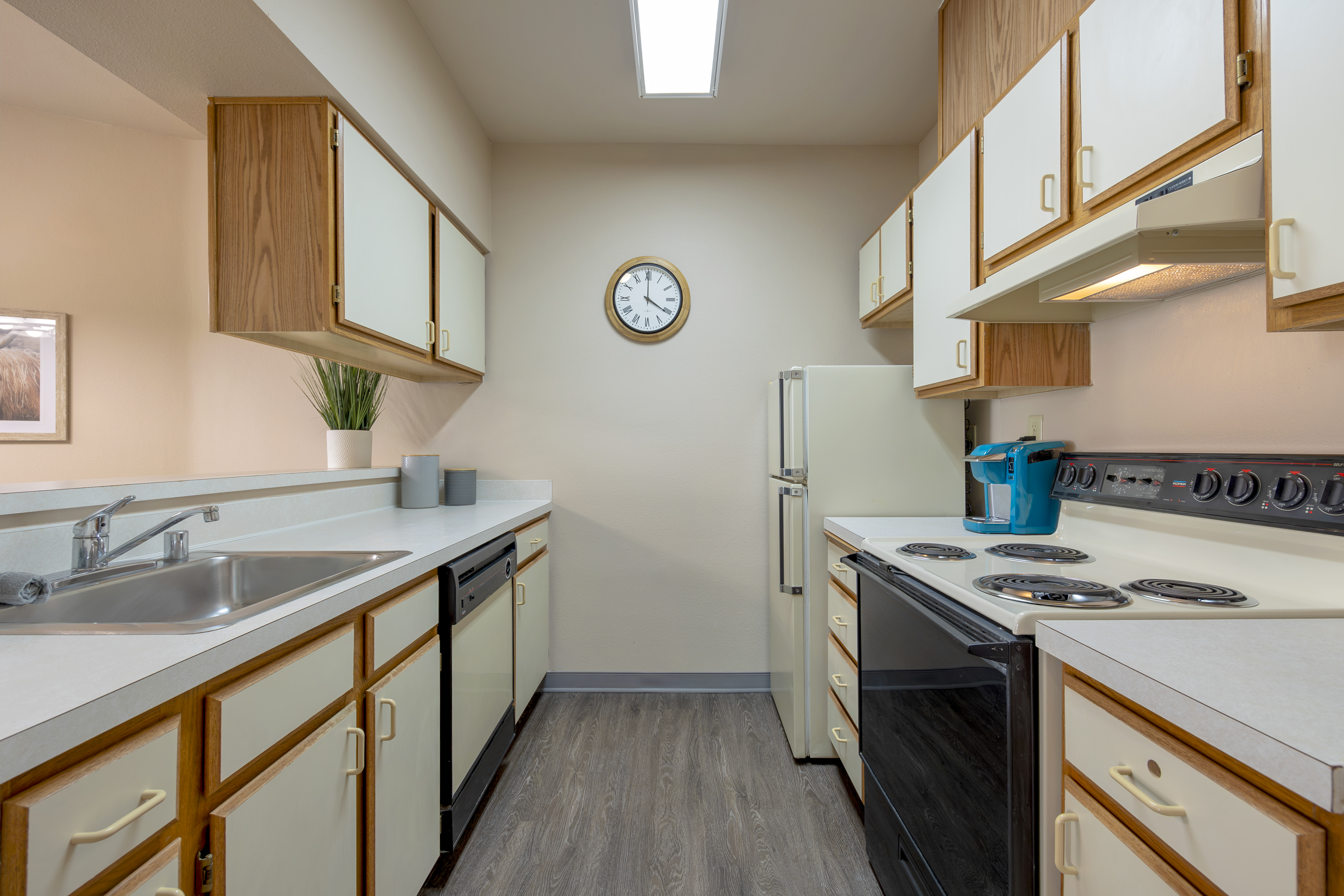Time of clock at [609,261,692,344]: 4:00
